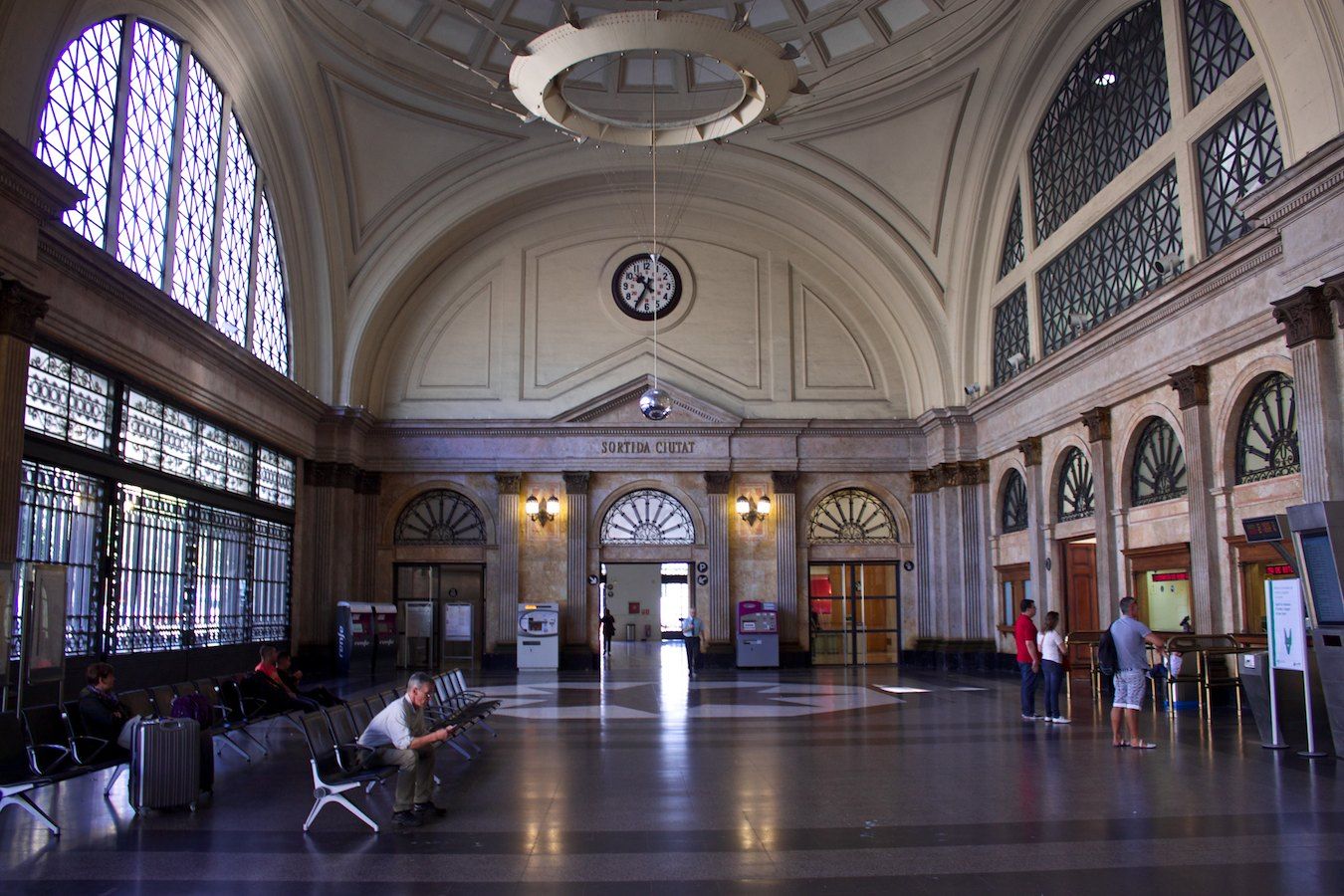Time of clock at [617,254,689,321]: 10:34
